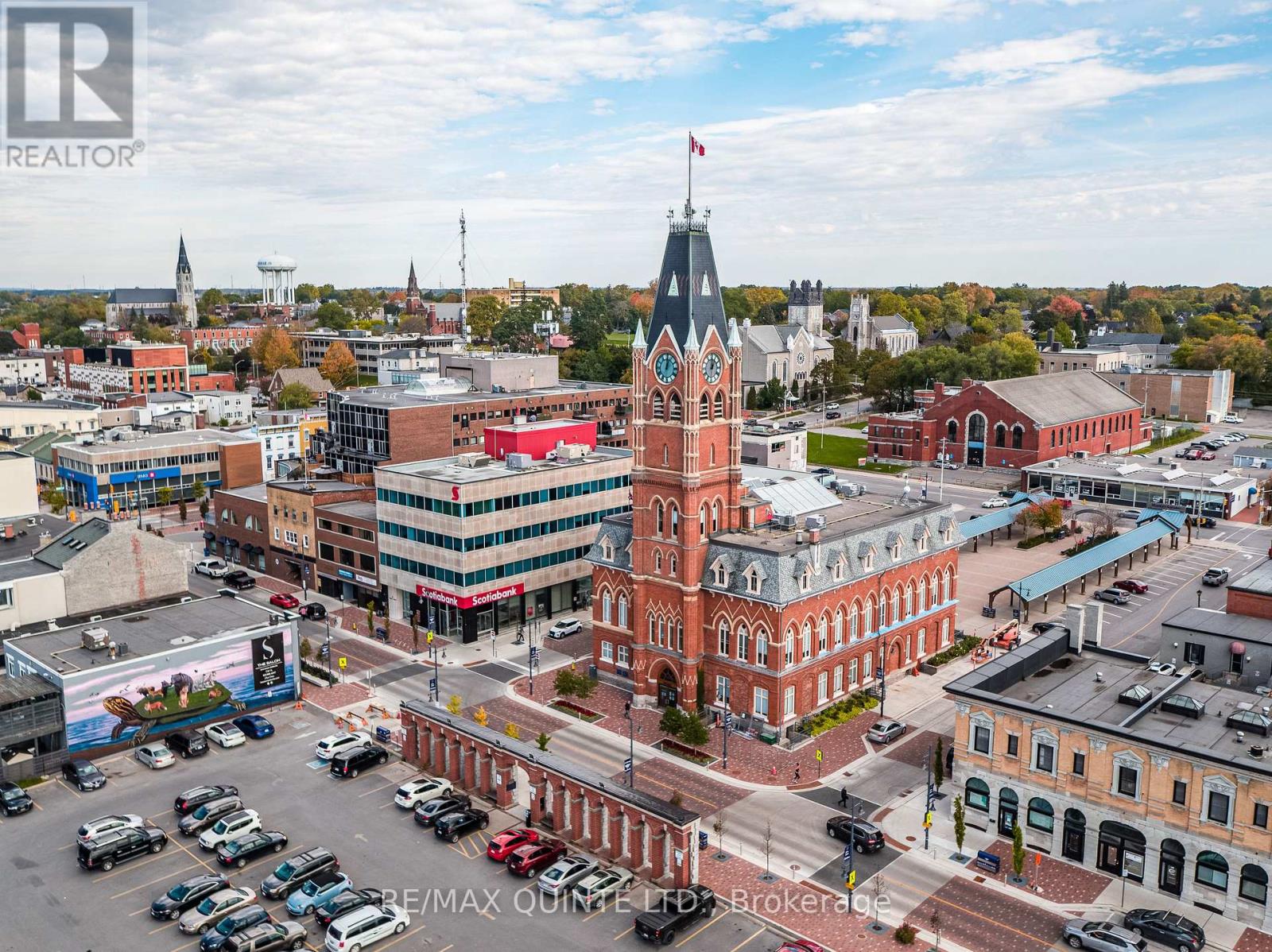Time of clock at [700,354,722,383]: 1:00
